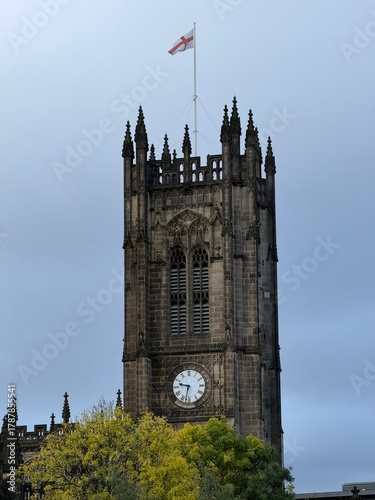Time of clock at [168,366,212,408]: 9:32
